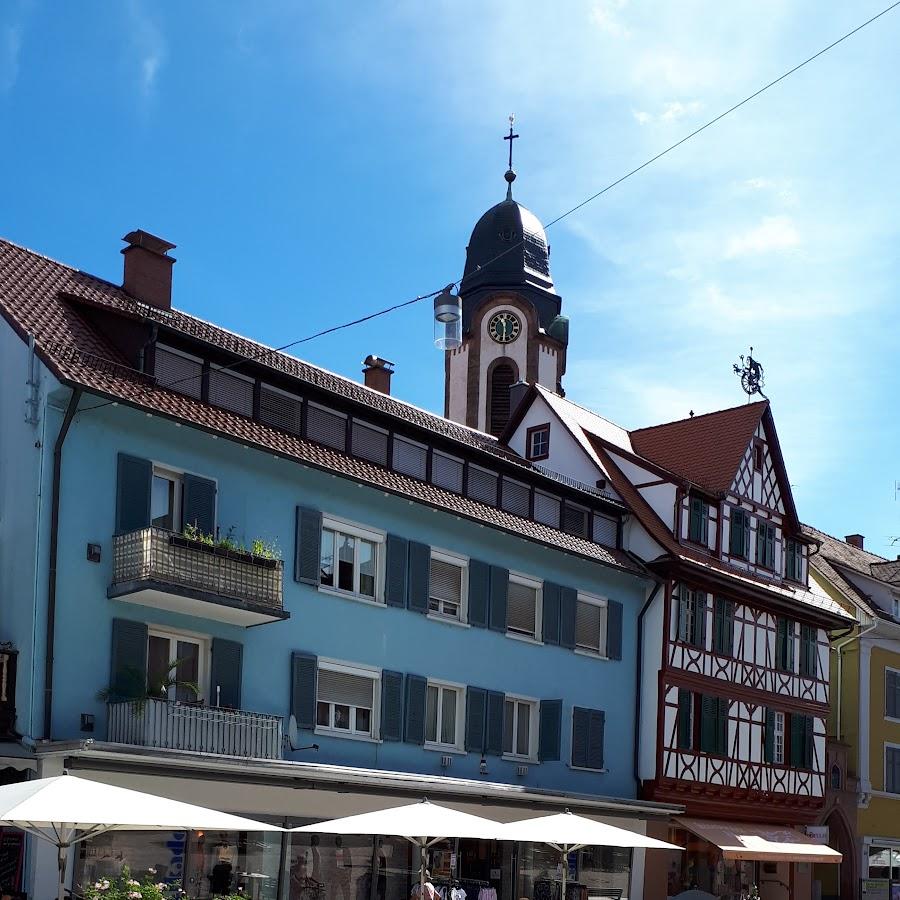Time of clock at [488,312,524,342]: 11:29
